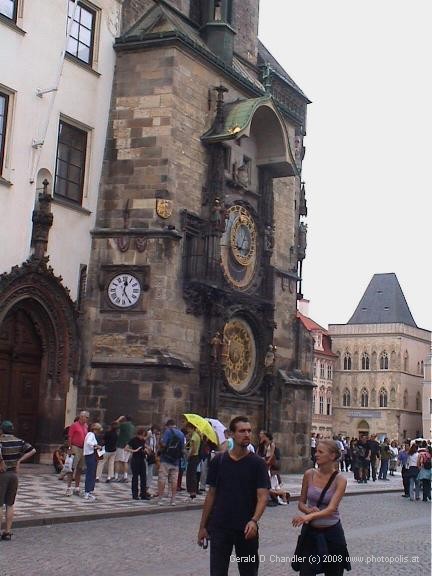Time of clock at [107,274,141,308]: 12:24
